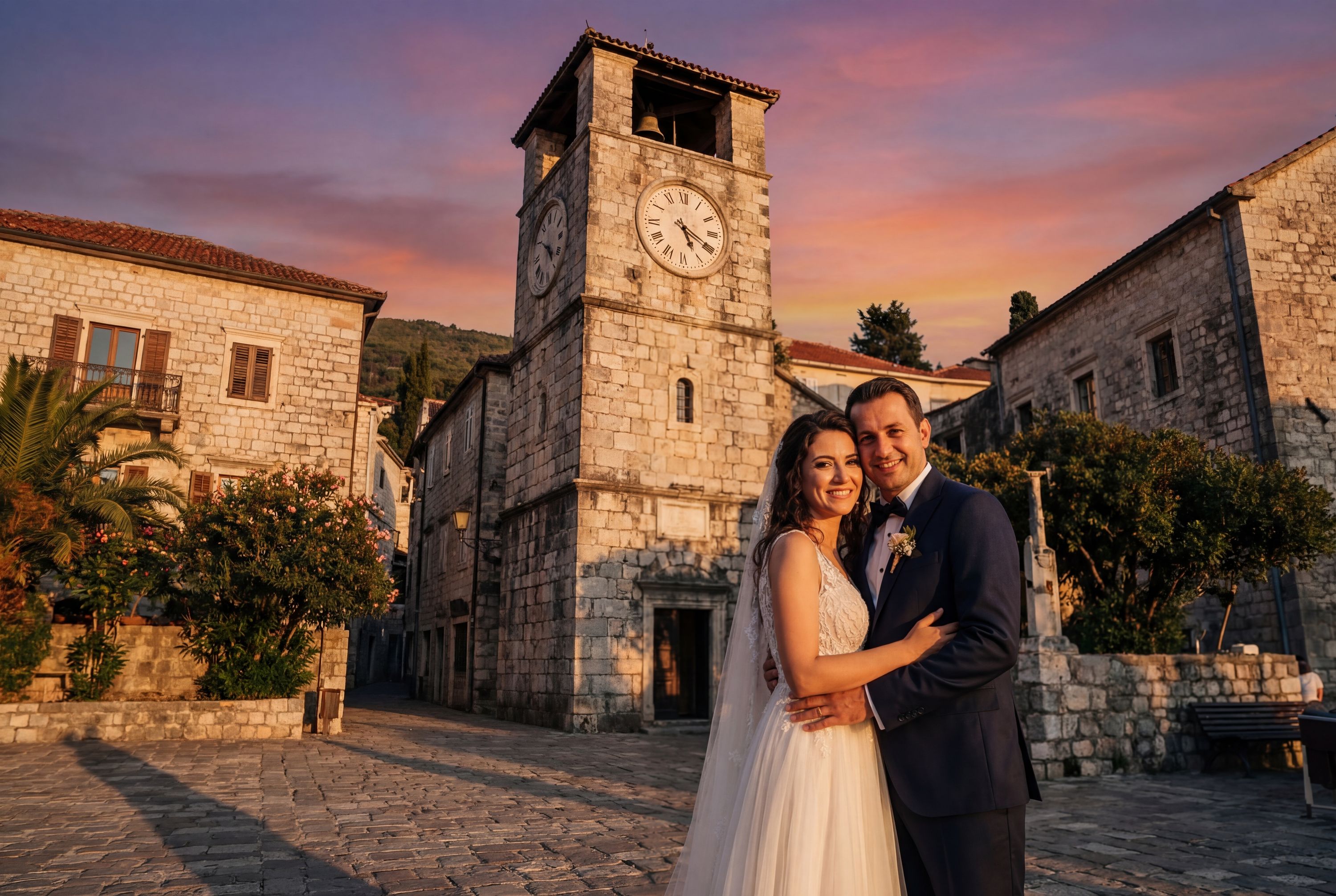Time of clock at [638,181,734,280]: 5:19
